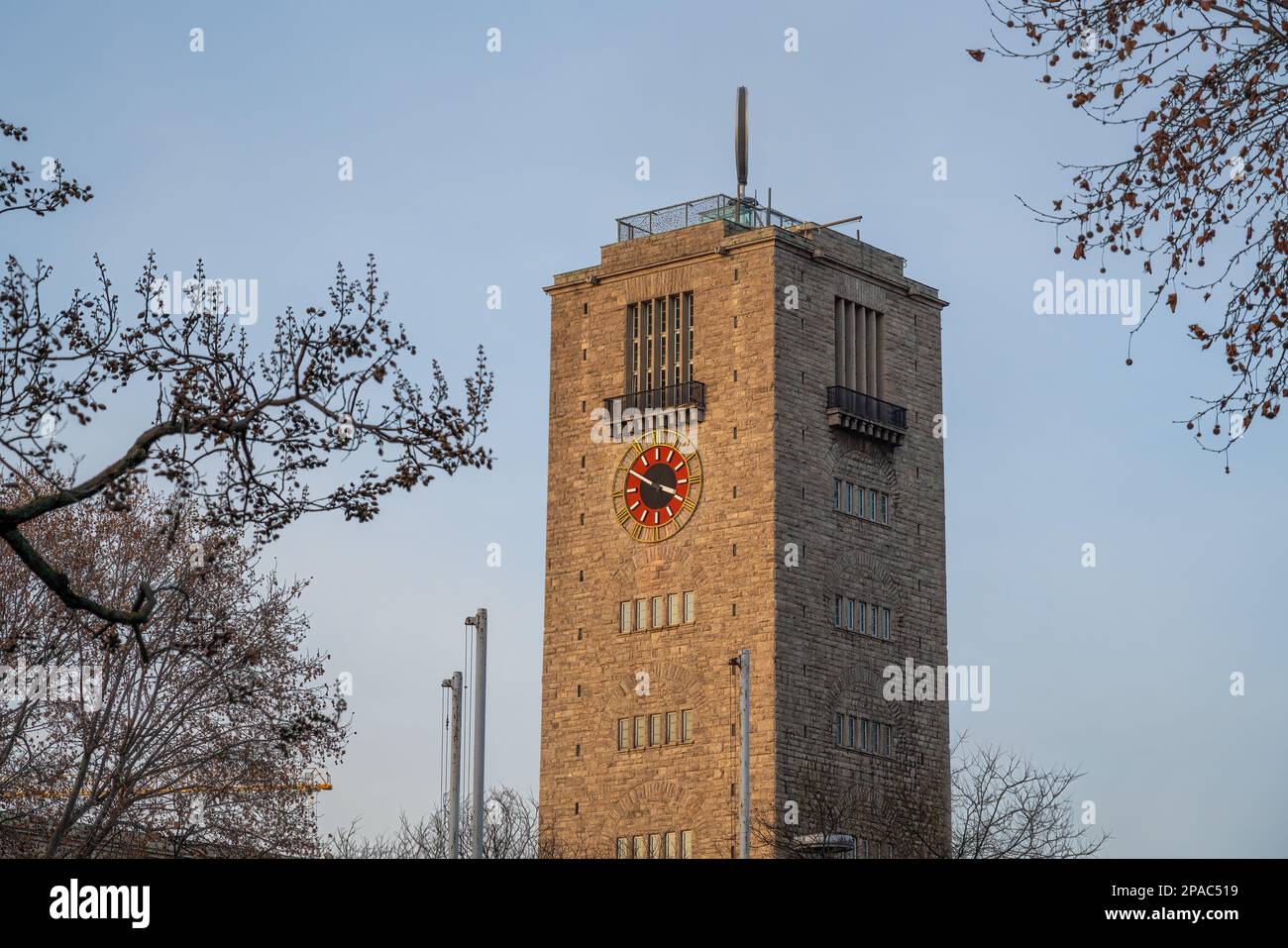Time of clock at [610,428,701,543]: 3:50
